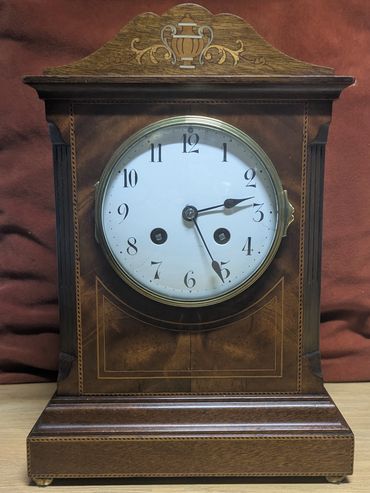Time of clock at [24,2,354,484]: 2:25
